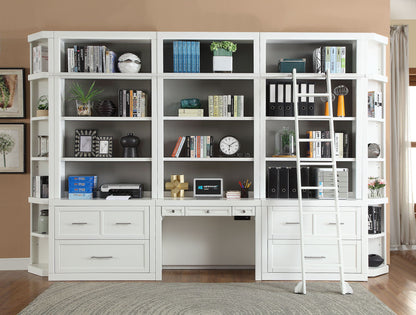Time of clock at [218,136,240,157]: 6:08
